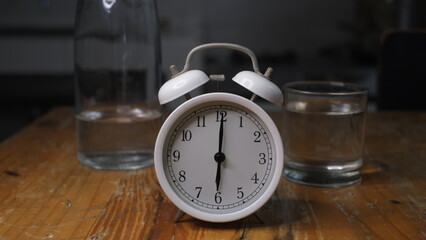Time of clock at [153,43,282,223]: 6:00
